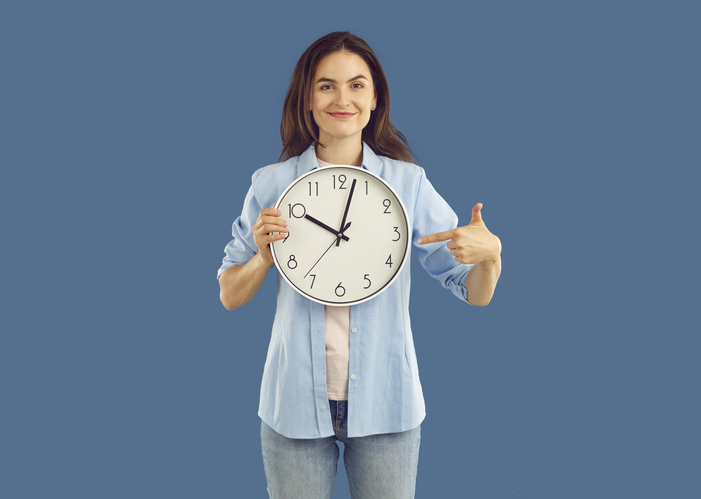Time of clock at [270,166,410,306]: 10:02
